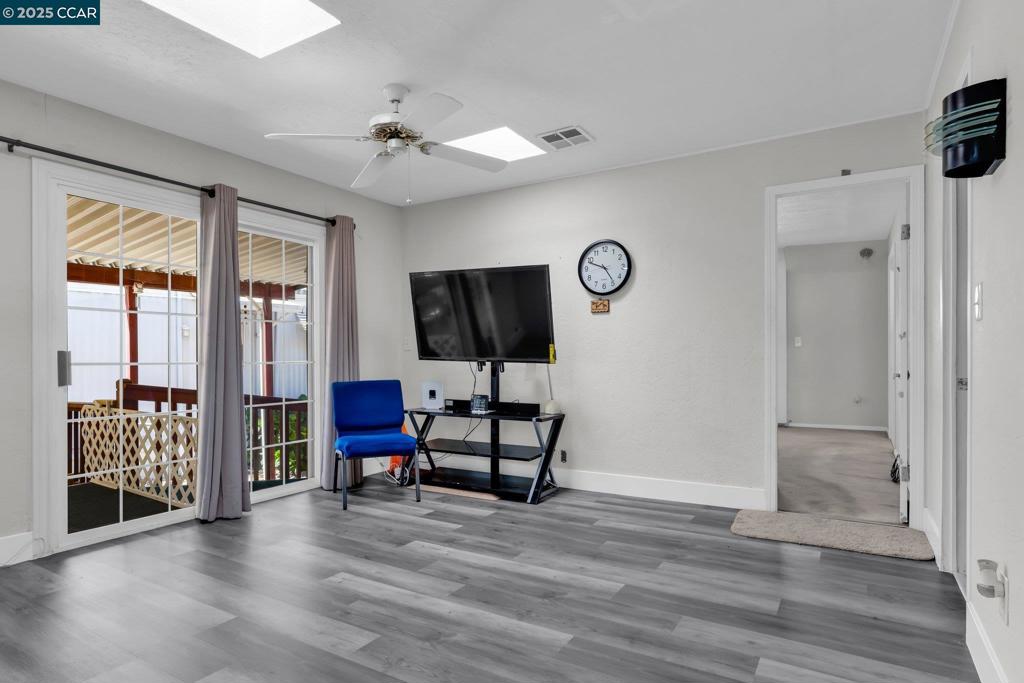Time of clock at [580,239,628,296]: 4:48
